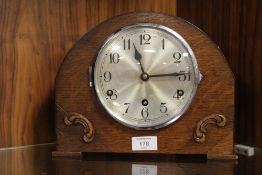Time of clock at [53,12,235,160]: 11:14
